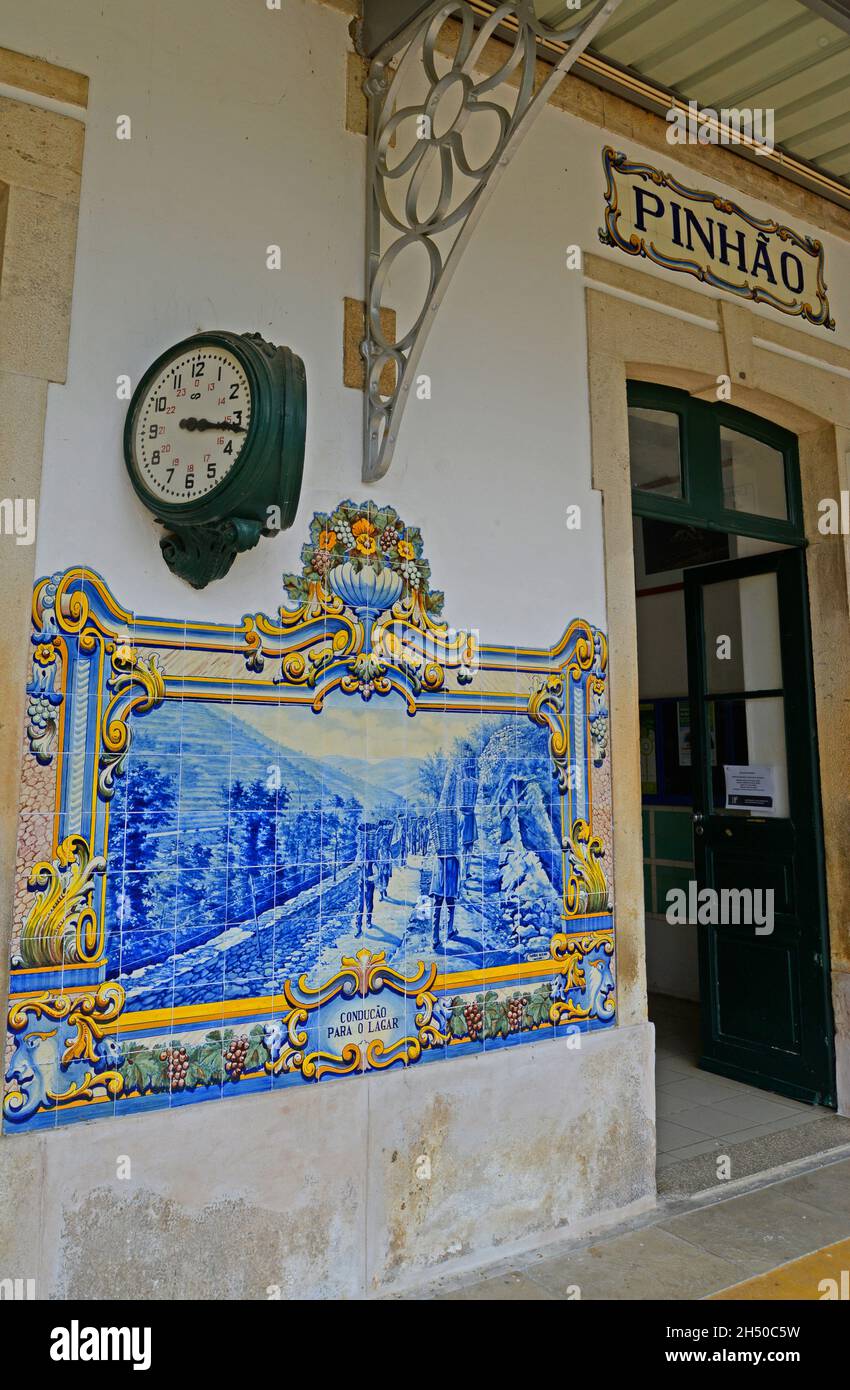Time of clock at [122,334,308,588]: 3:16
